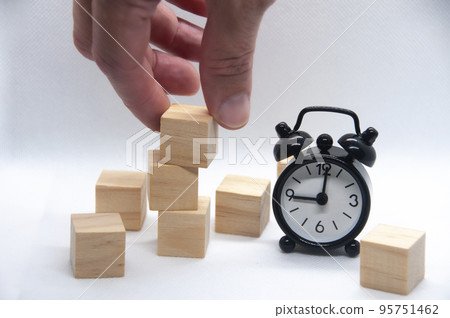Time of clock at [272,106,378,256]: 9:01
